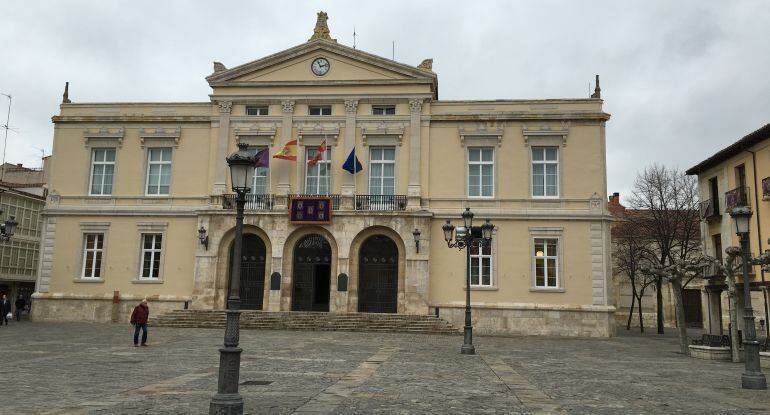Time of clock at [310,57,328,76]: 11:12
